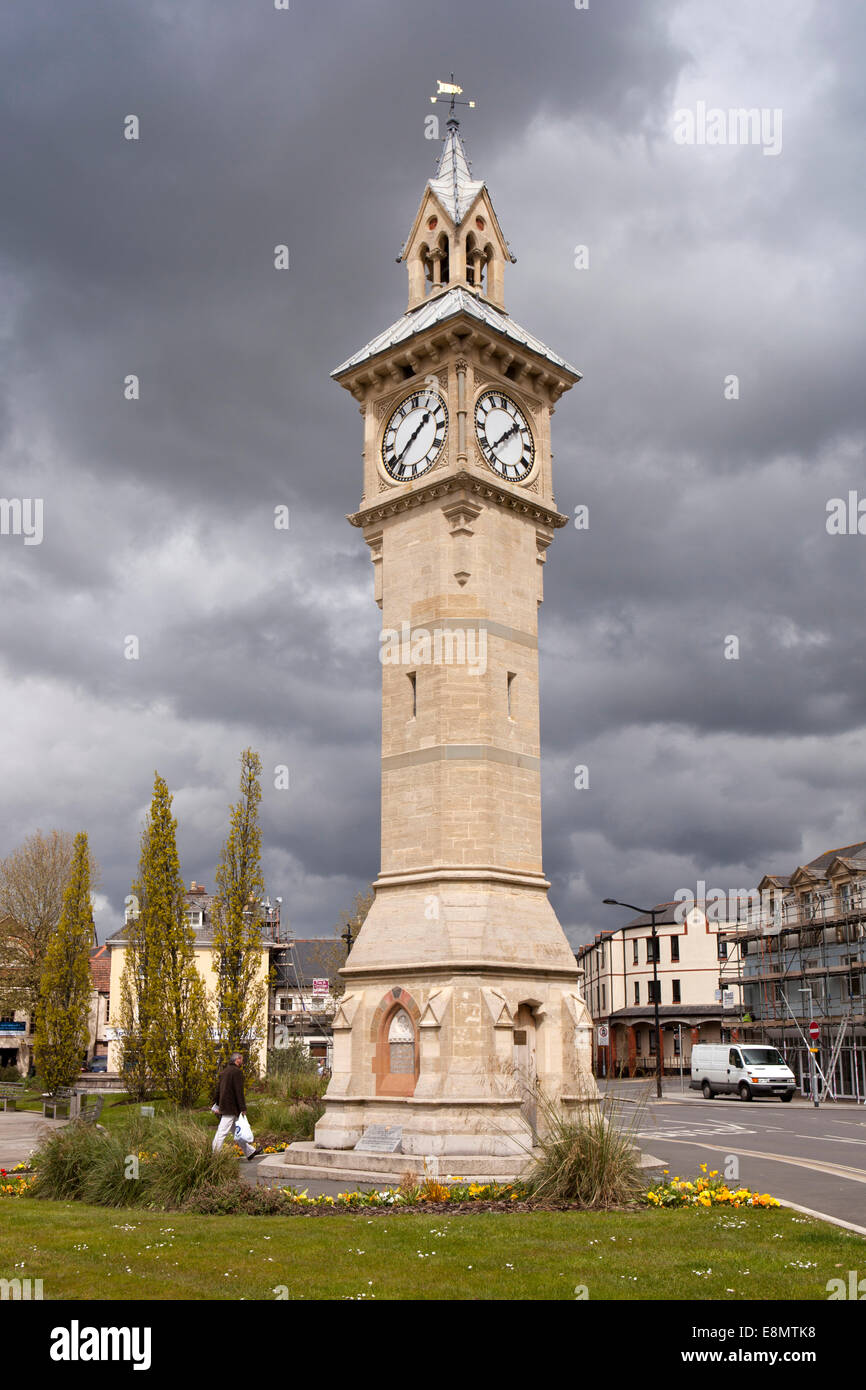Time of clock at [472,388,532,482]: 1:37
